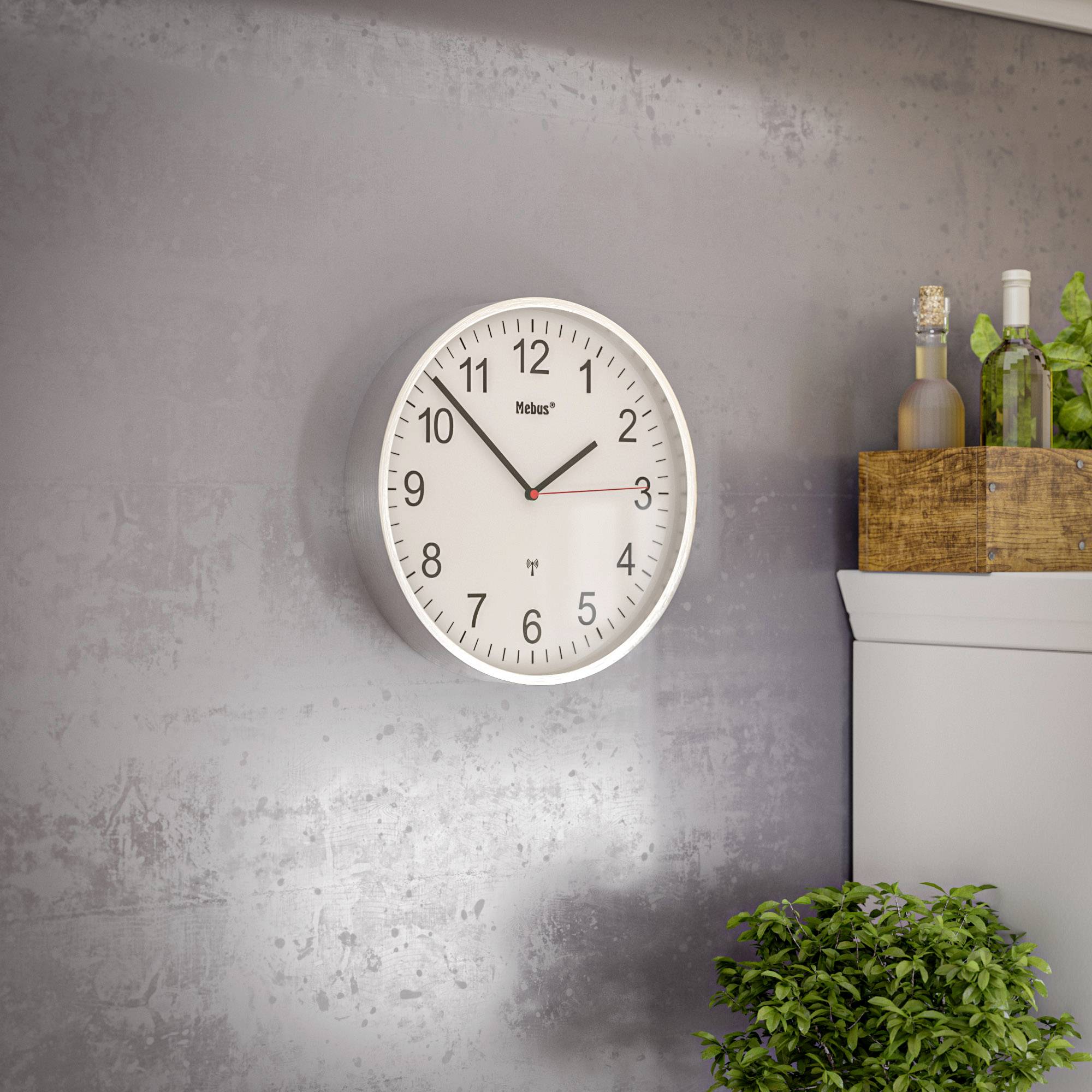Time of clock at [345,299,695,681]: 1:52
